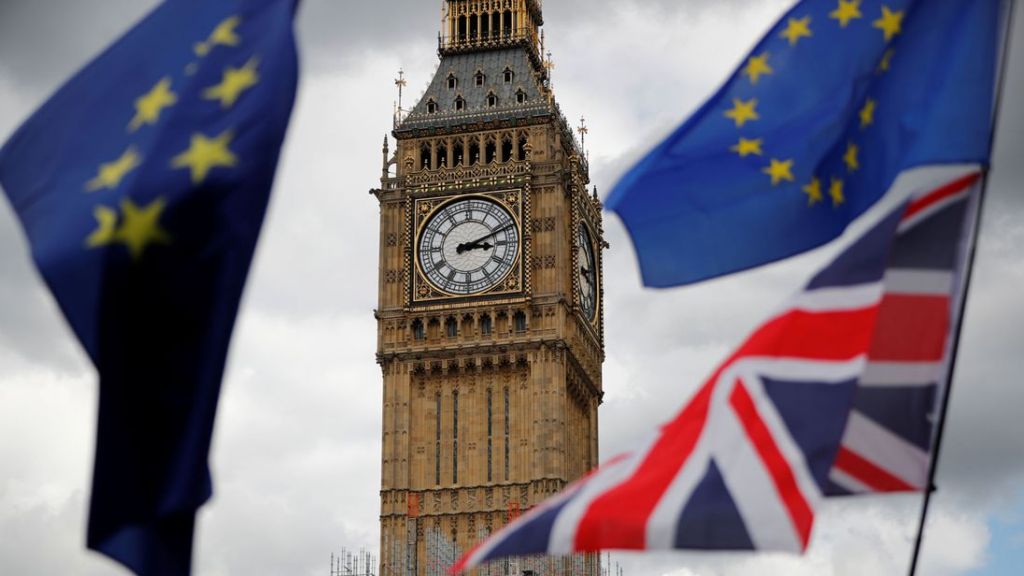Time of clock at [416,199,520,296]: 3:11
